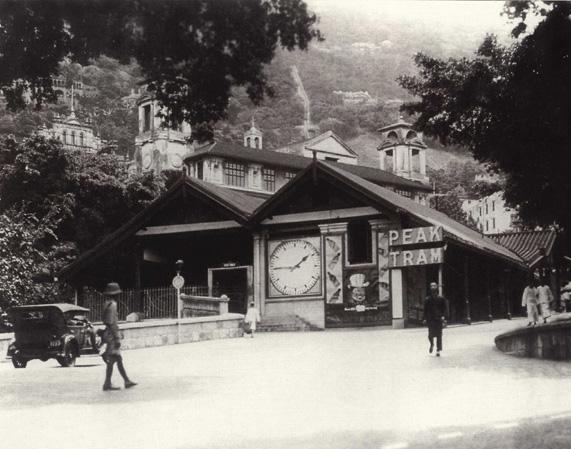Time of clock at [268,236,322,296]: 1:45
